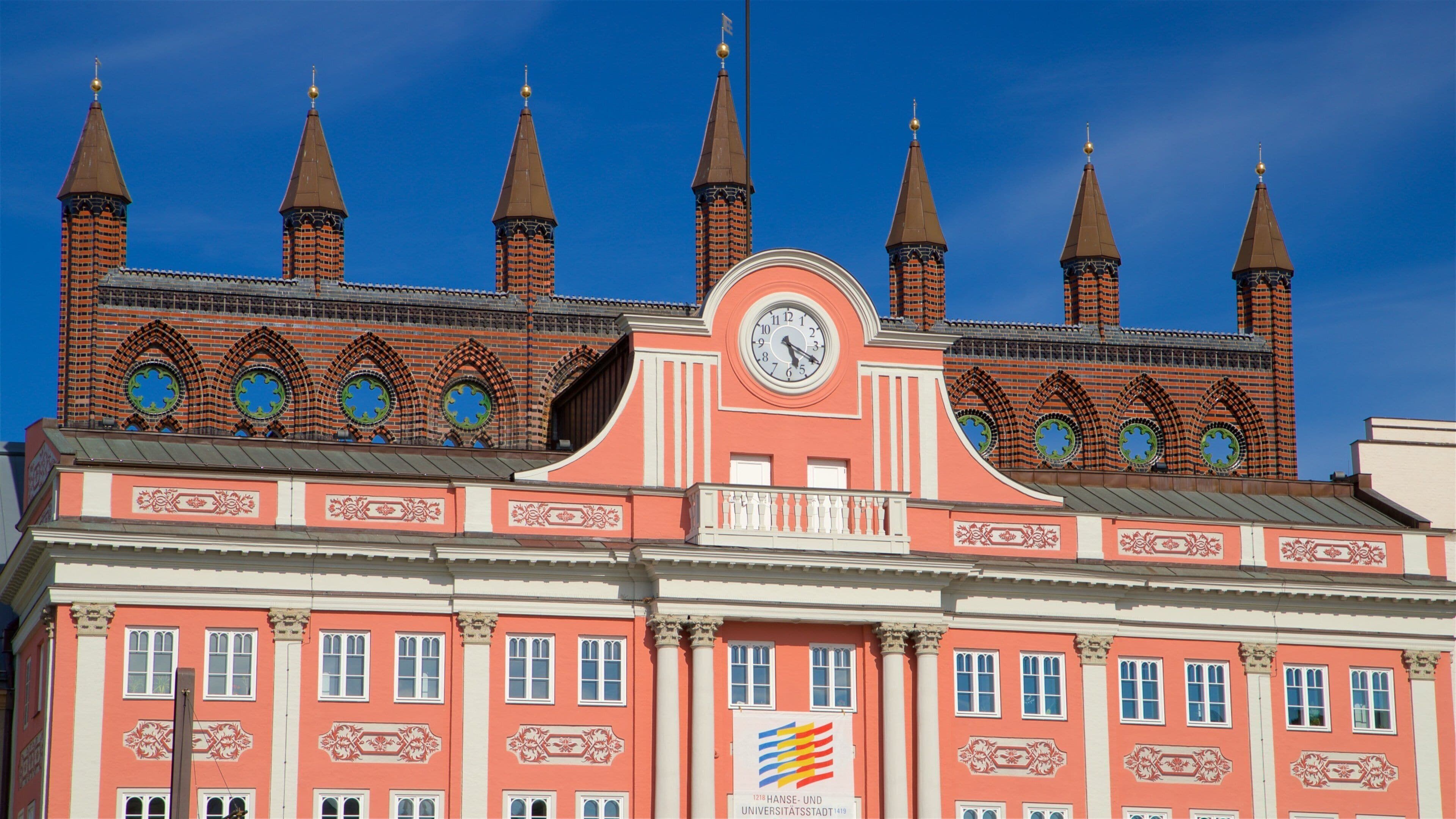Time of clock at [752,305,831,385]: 5:19
